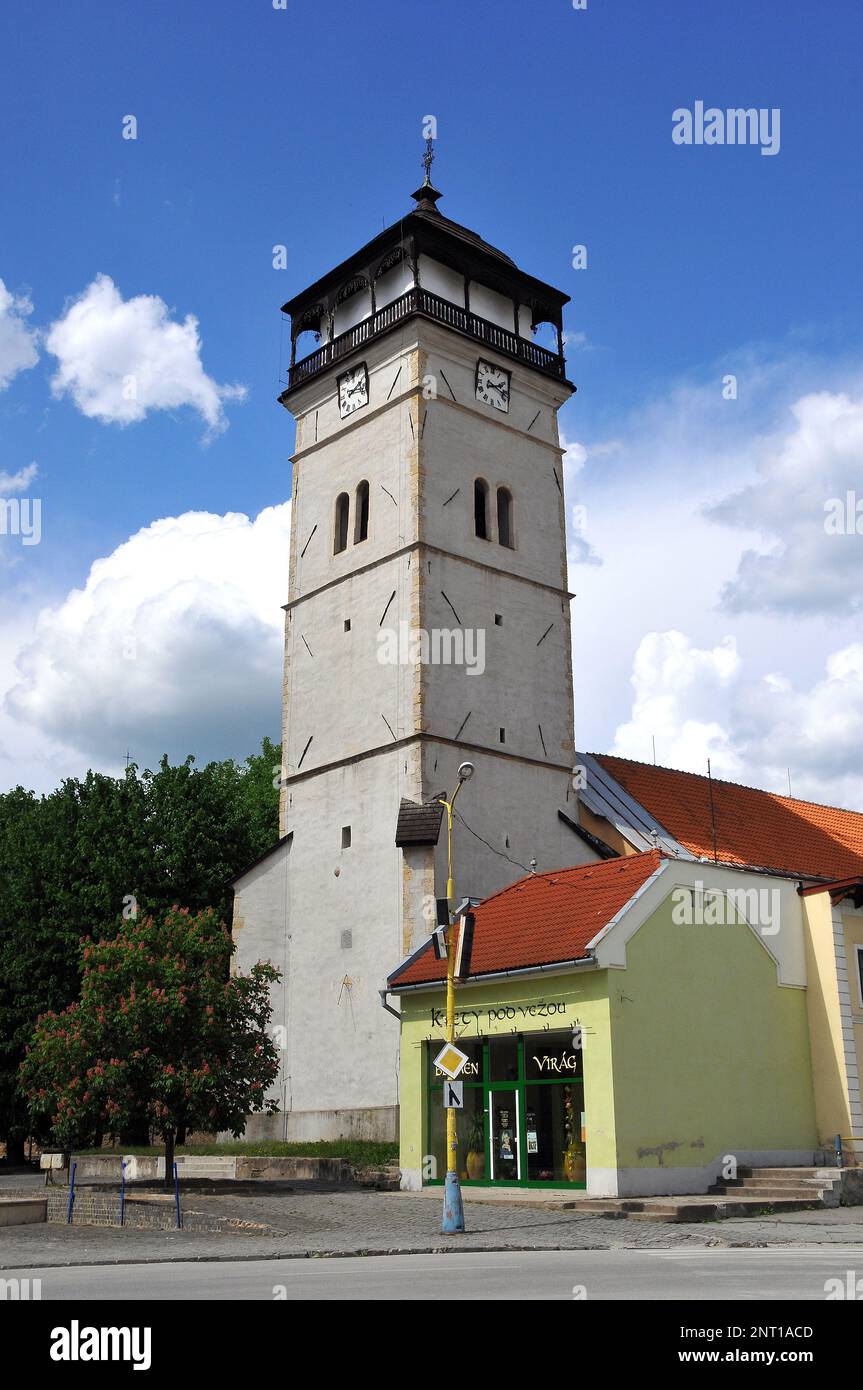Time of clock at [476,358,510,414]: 2:17
